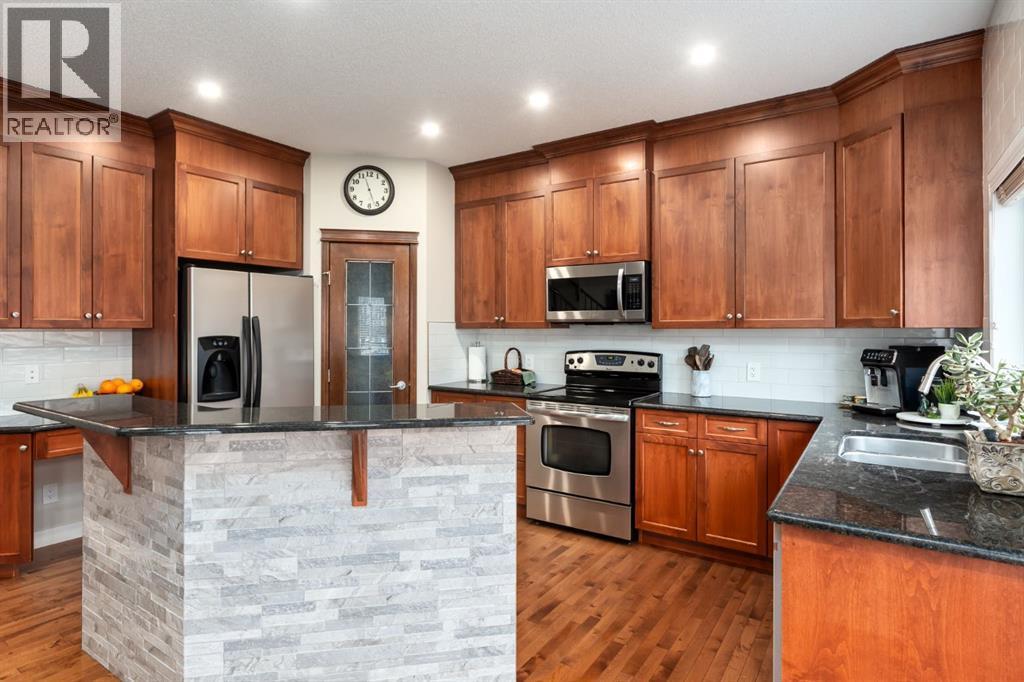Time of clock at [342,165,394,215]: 11:26
